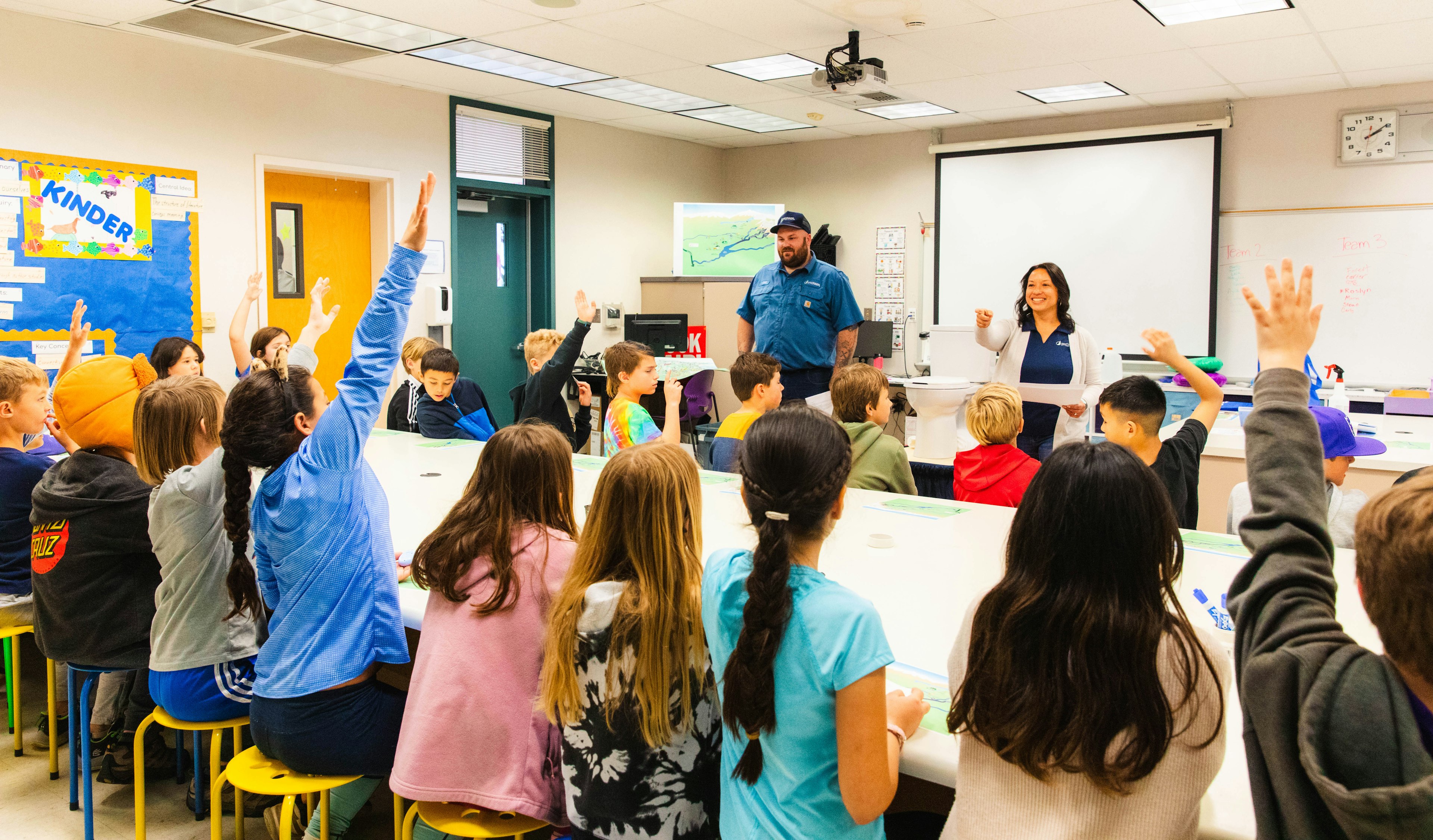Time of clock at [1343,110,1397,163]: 2:09
